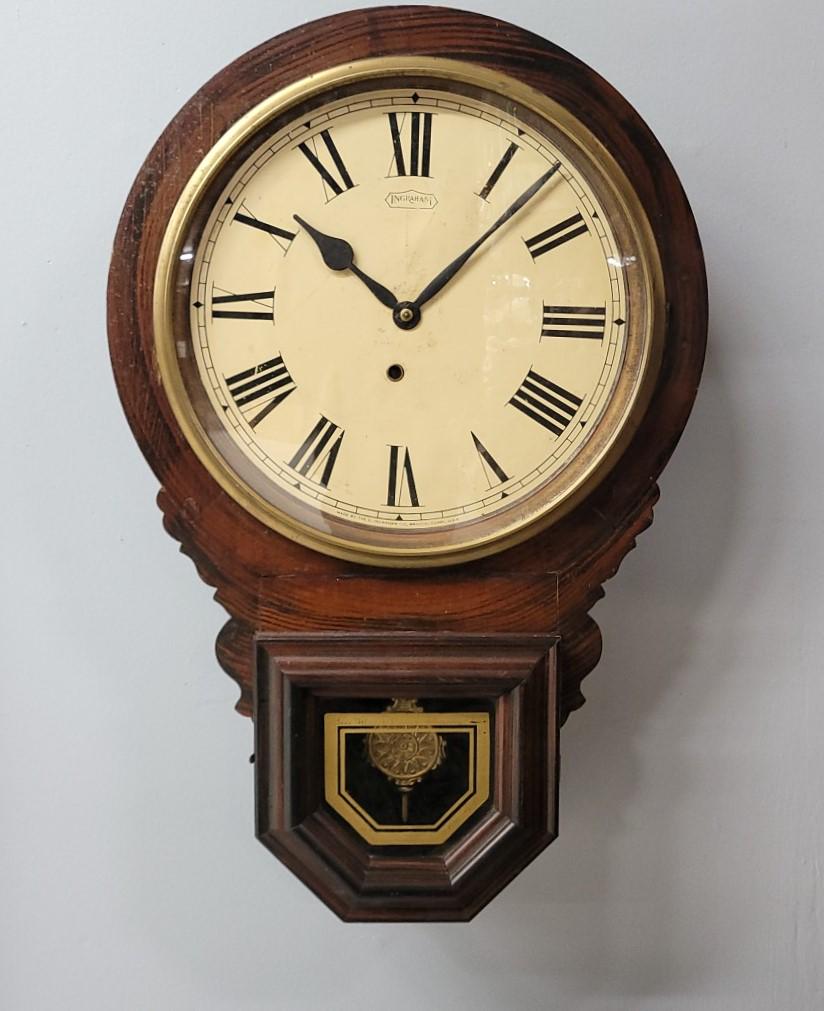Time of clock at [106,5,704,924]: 10:07
